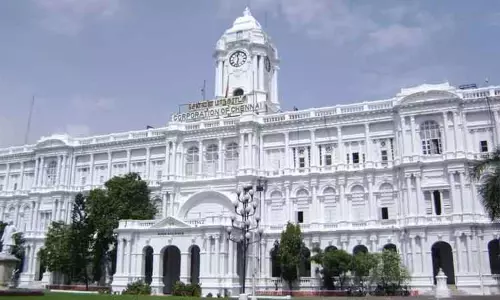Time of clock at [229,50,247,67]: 11:32
